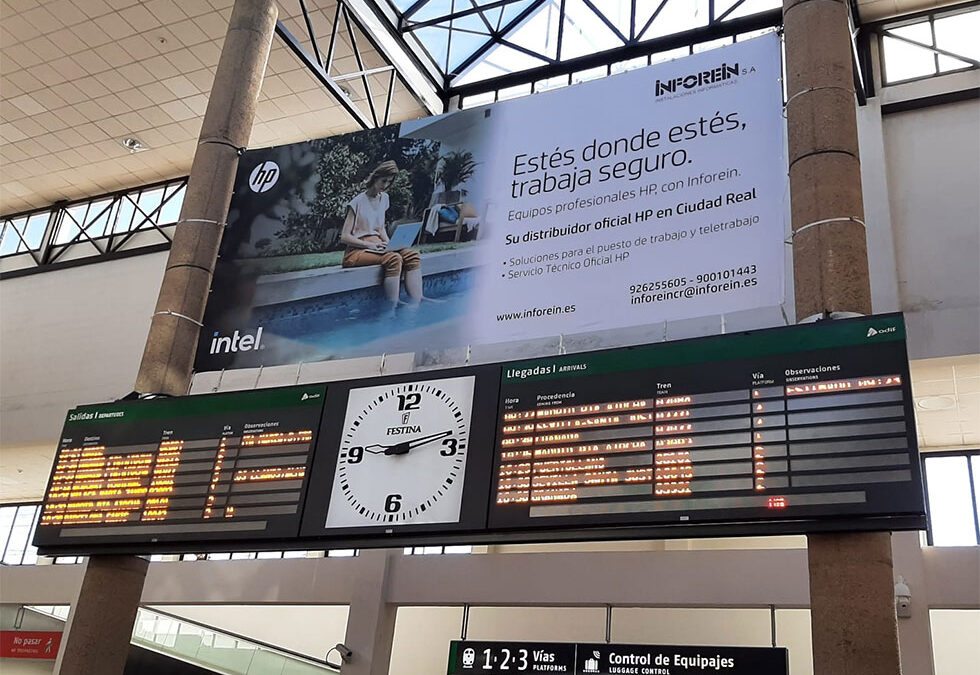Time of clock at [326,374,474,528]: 9:12
